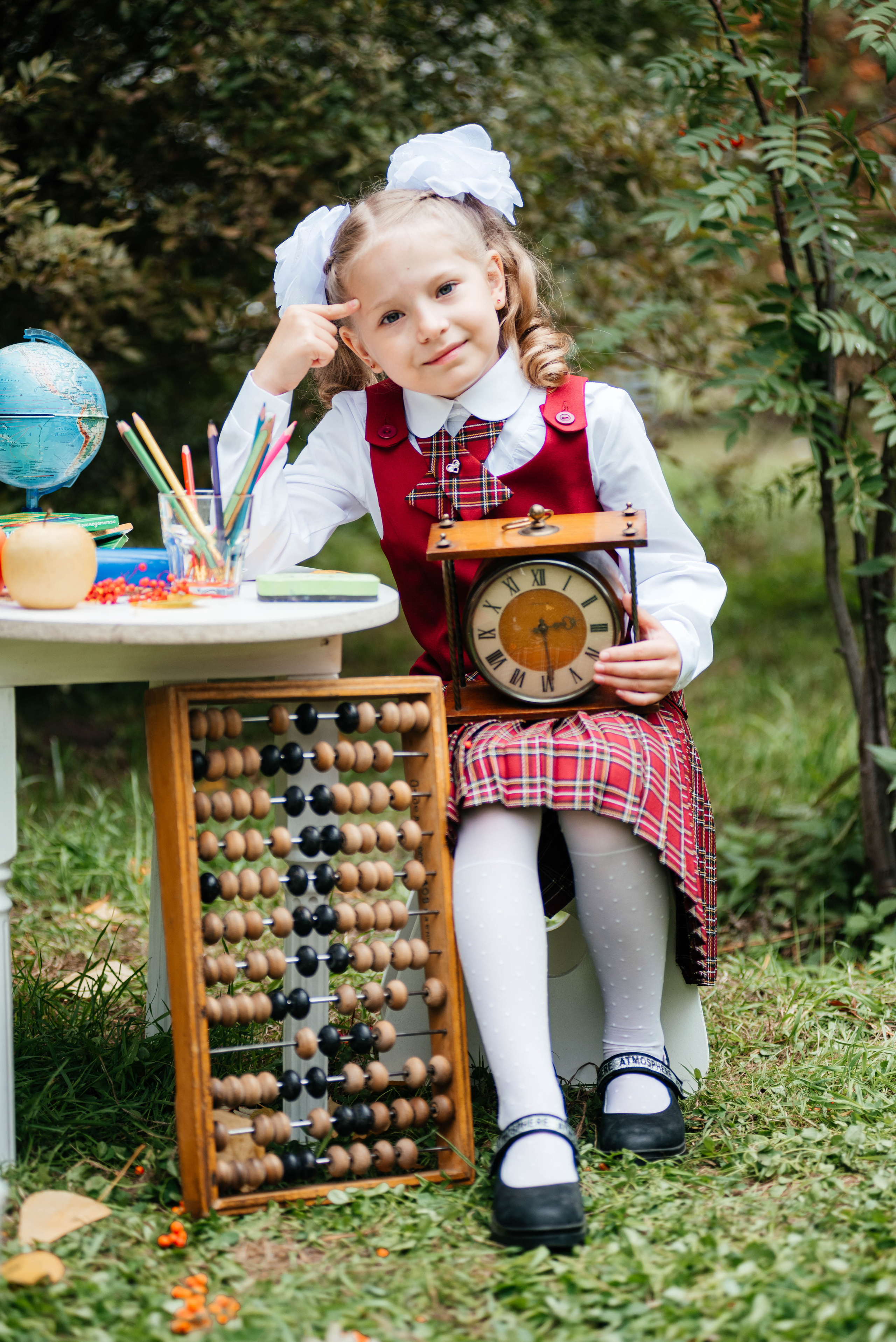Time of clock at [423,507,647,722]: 2:29
